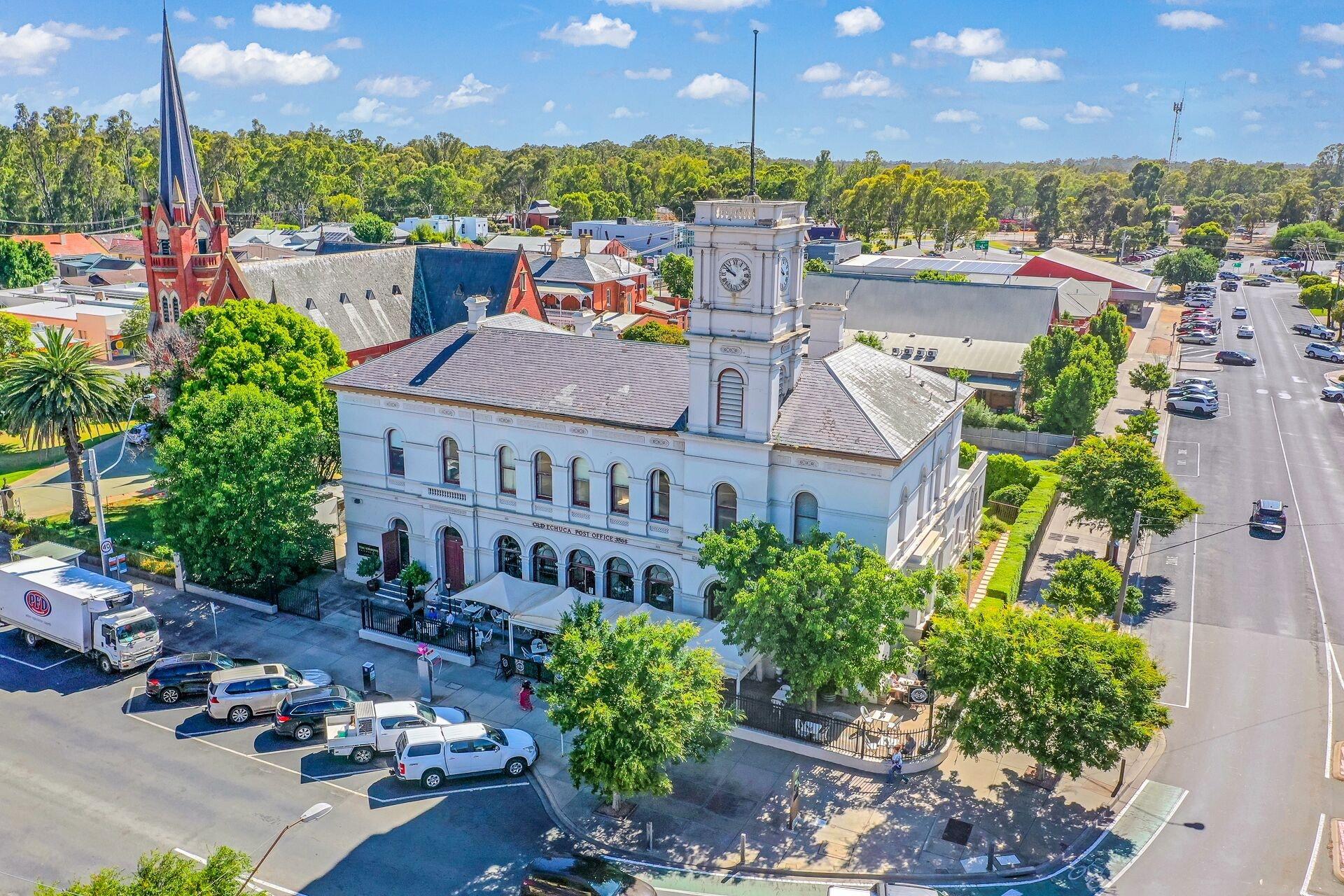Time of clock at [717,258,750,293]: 9:51
